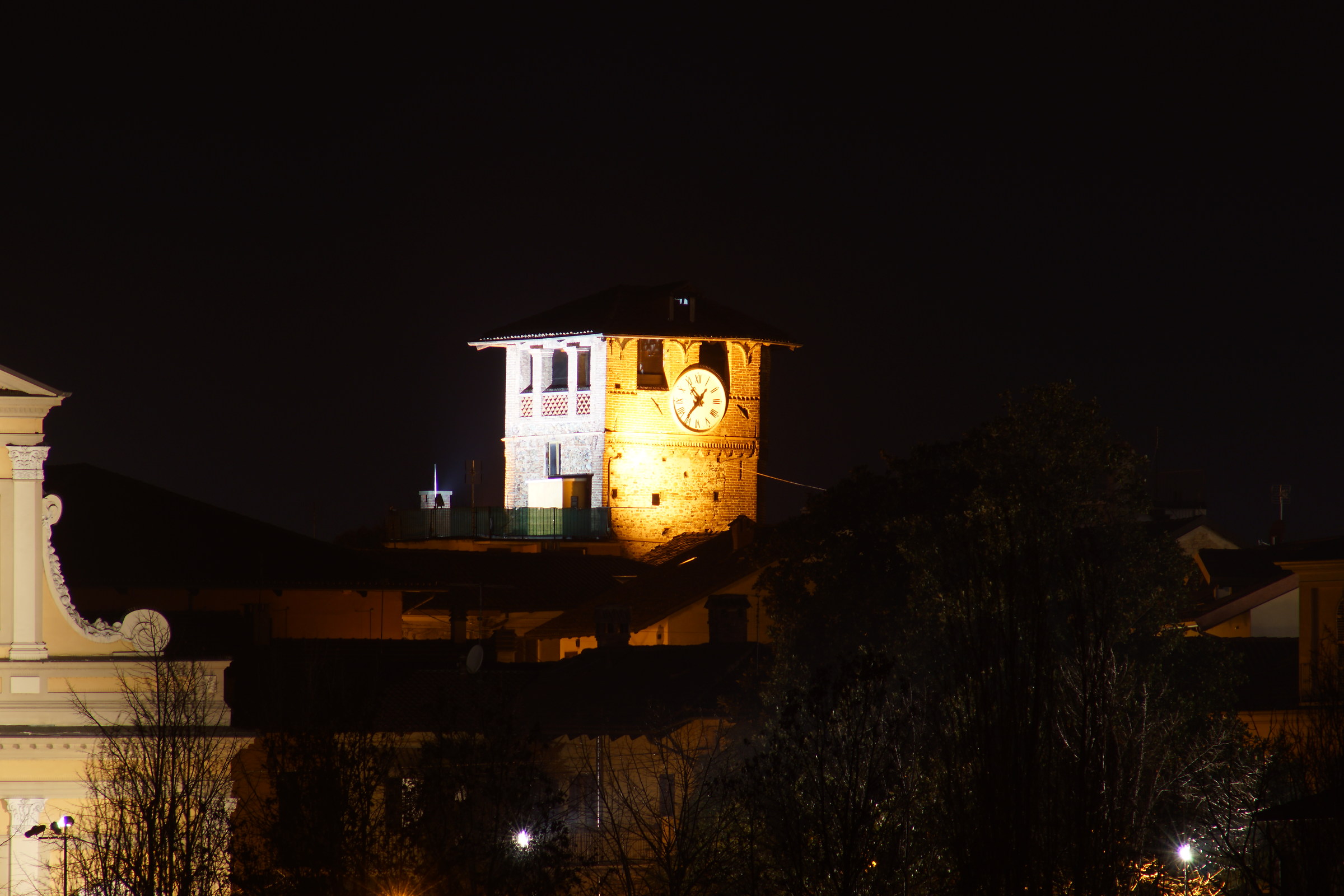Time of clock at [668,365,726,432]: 10:36
